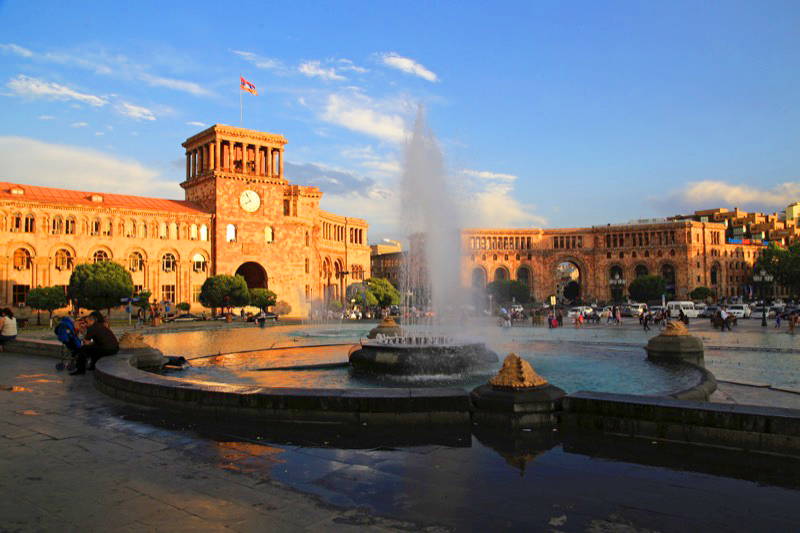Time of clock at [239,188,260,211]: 7:55
